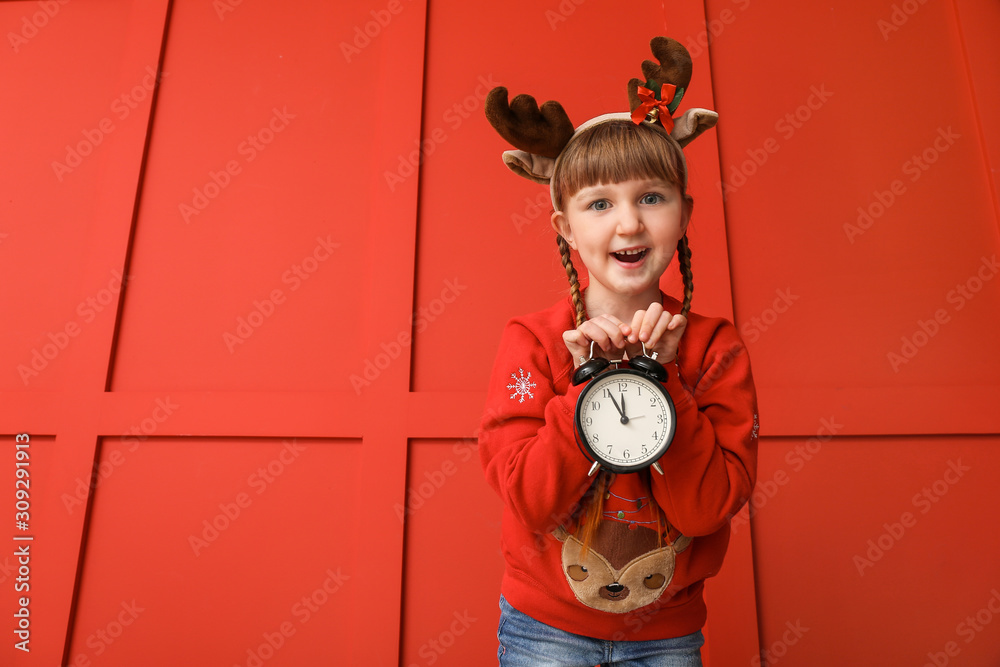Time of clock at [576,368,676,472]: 11:55
